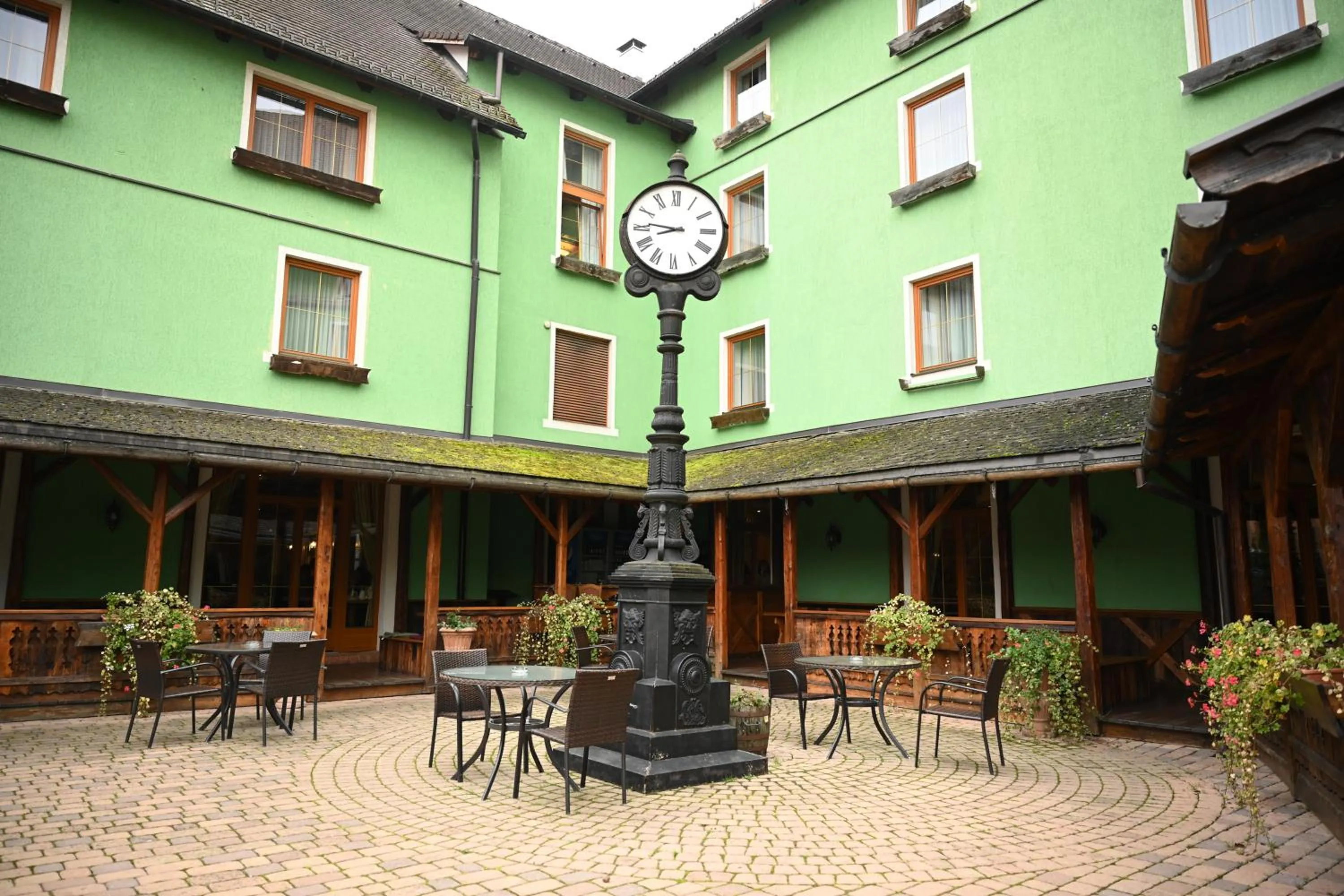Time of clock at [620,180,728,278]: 8:46
